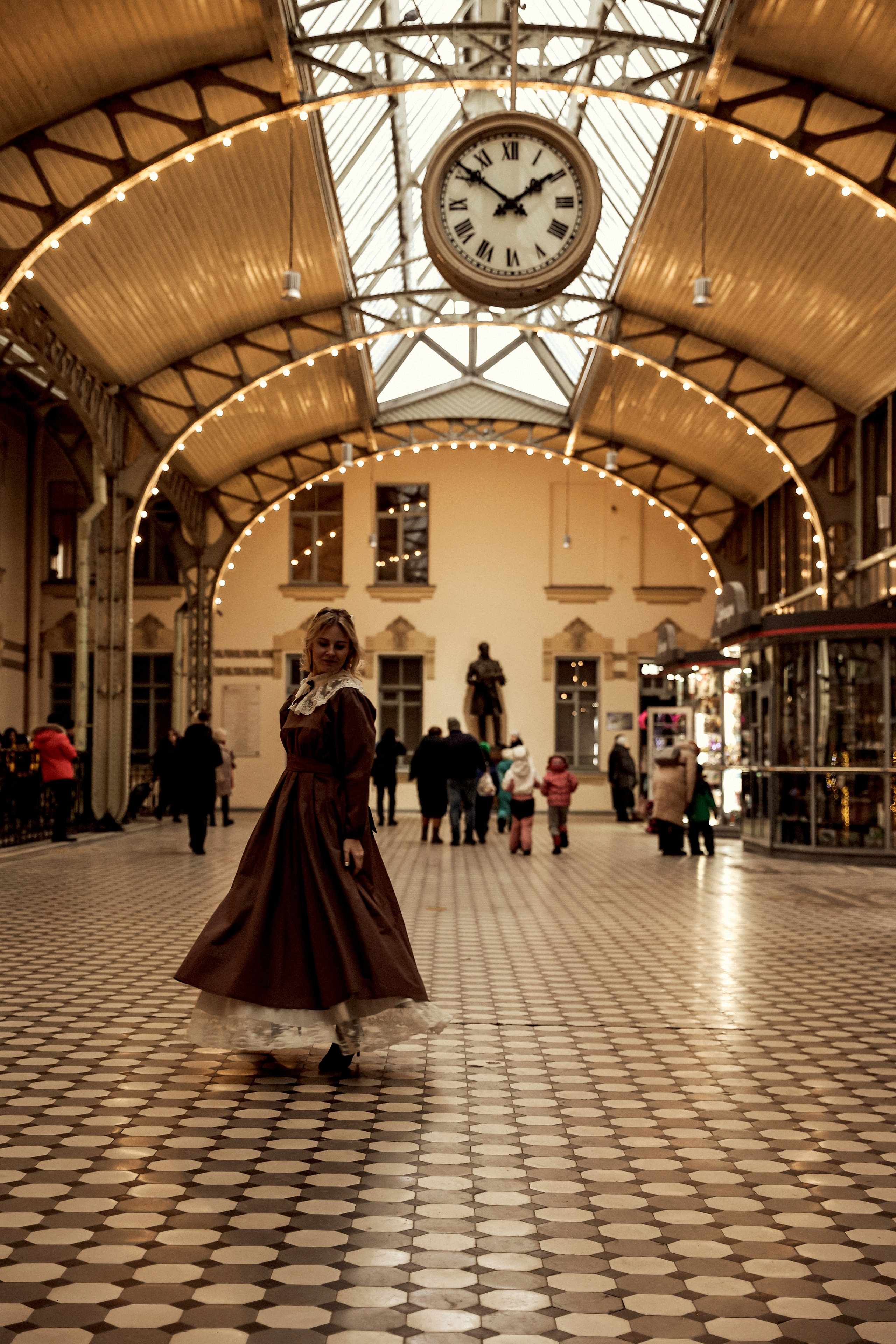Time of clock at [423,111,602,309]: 1:51
